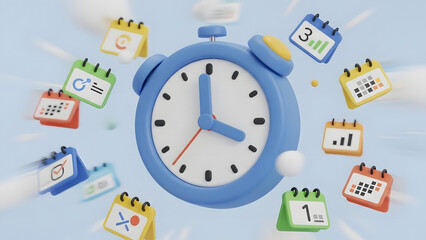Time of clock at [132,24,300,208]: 3:58
